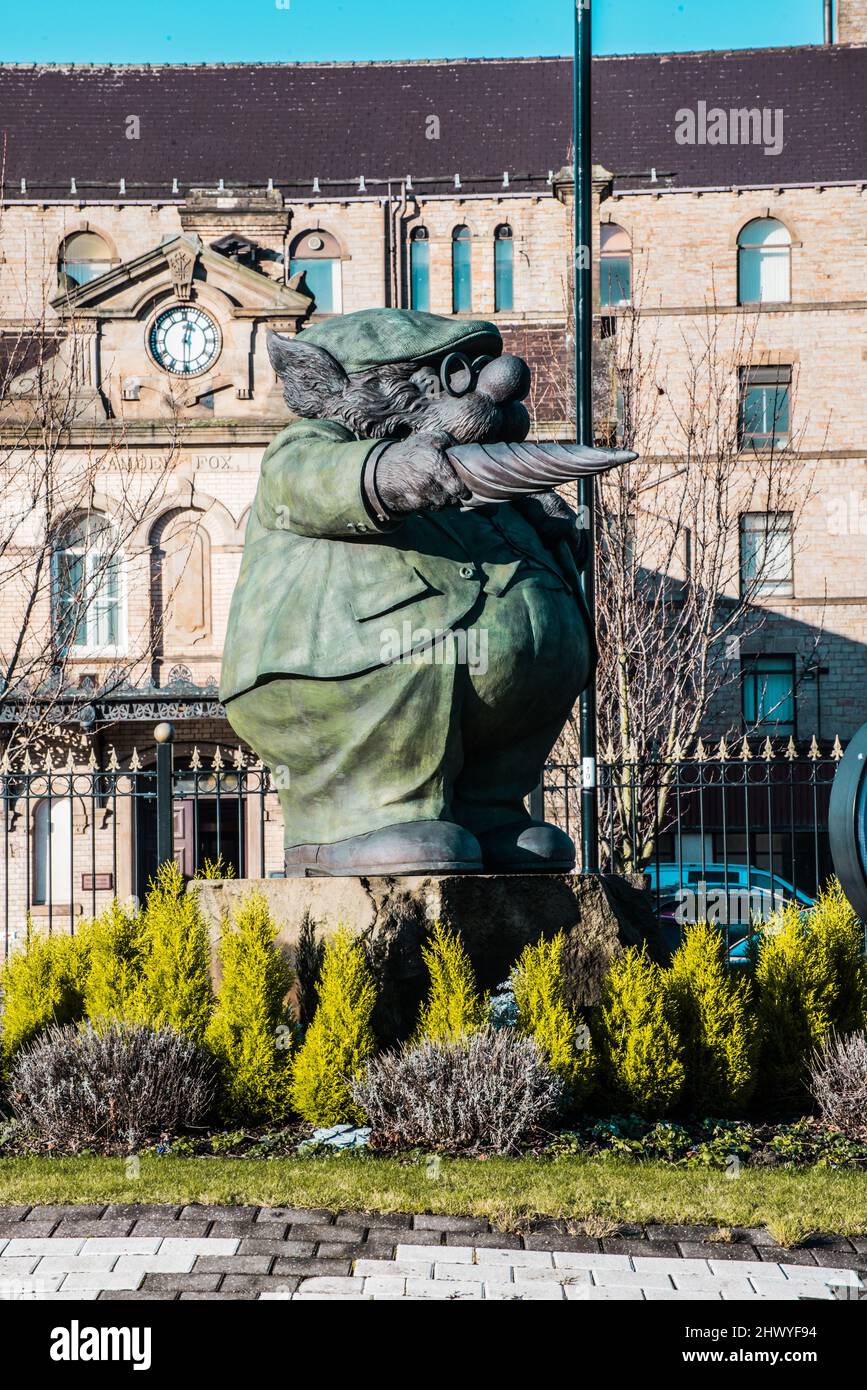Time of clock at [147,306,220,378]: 12:30
